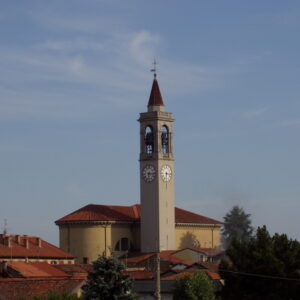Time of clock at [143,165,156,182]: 6:15
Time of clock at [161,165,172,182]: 6:15
